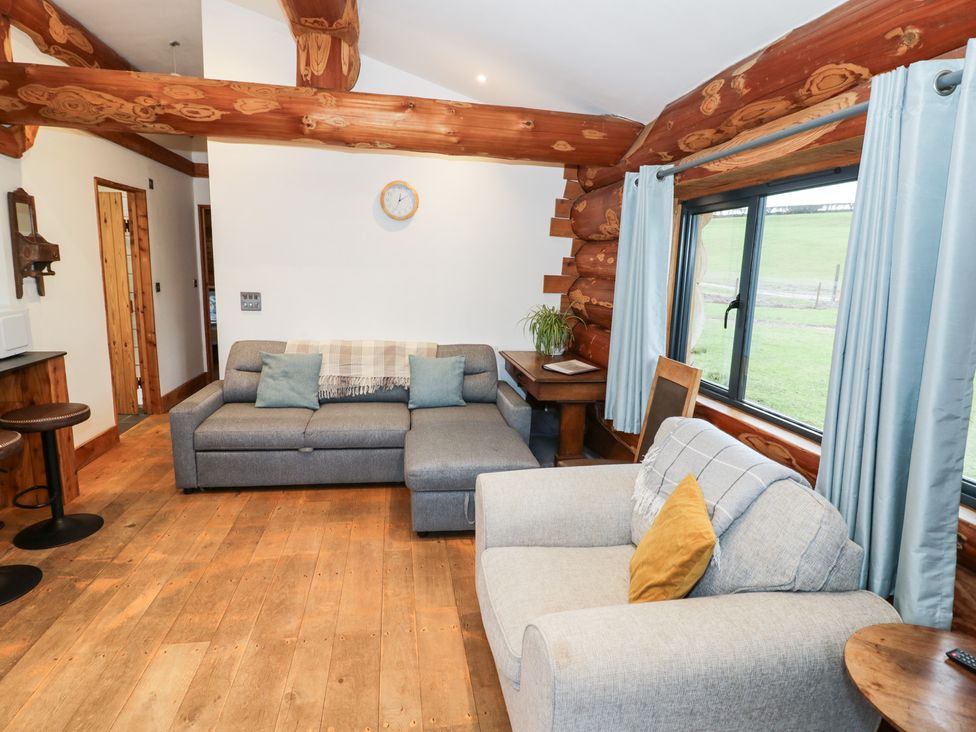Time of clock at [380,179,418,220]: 12:09
